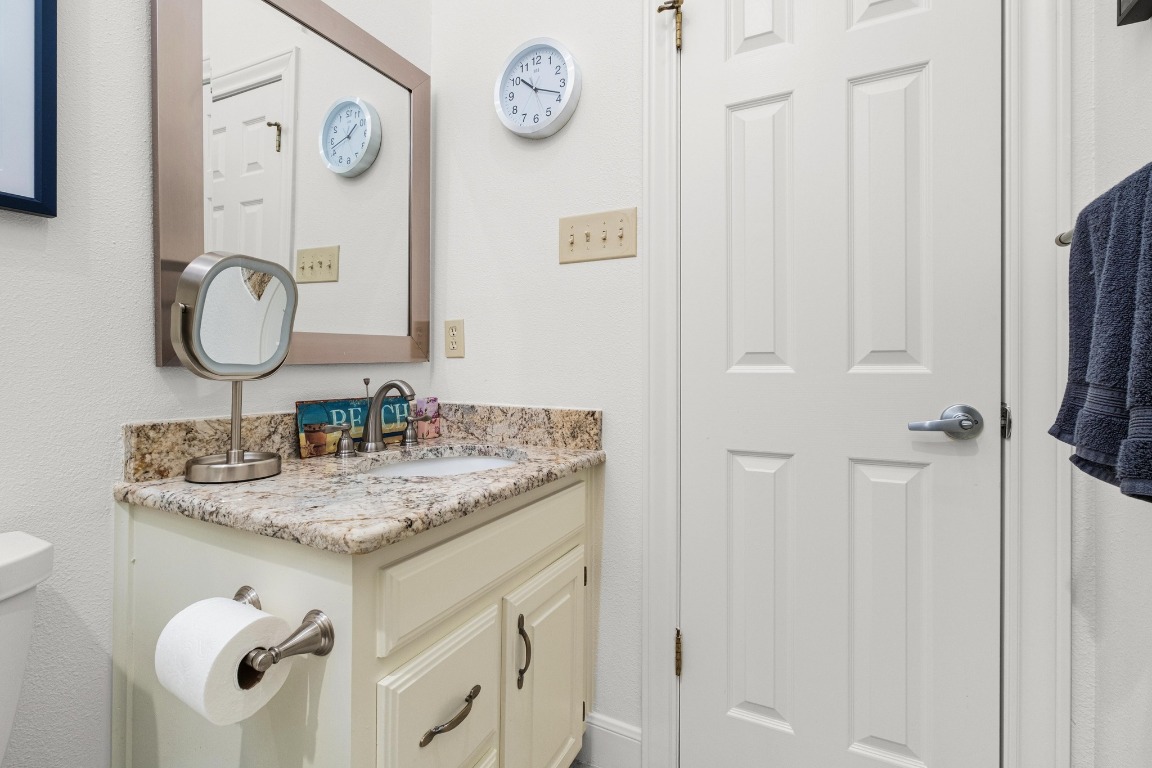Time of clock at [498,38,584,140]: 10:18
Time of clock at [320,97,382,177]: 1:42
